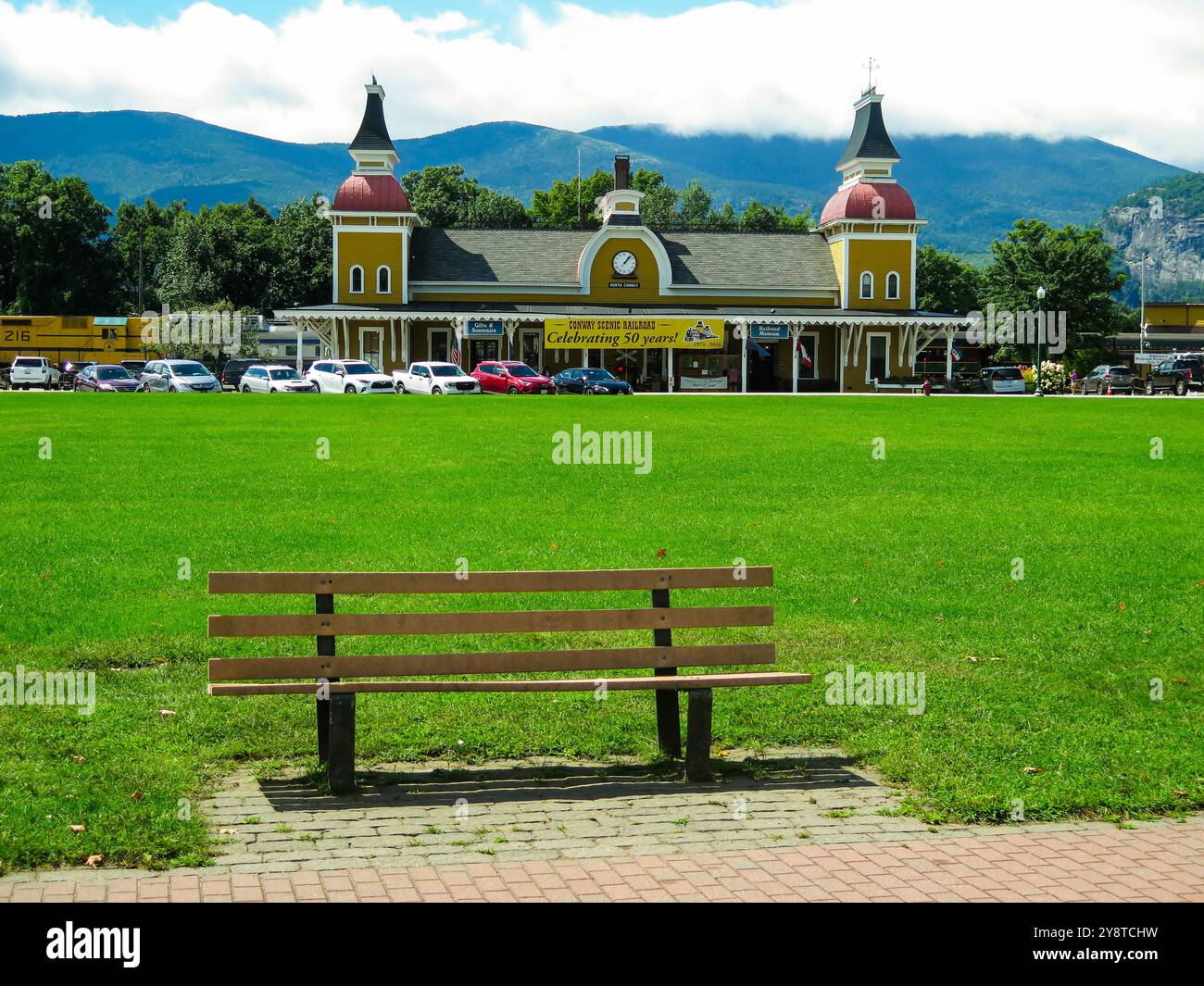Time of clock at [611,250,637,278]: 1:07
